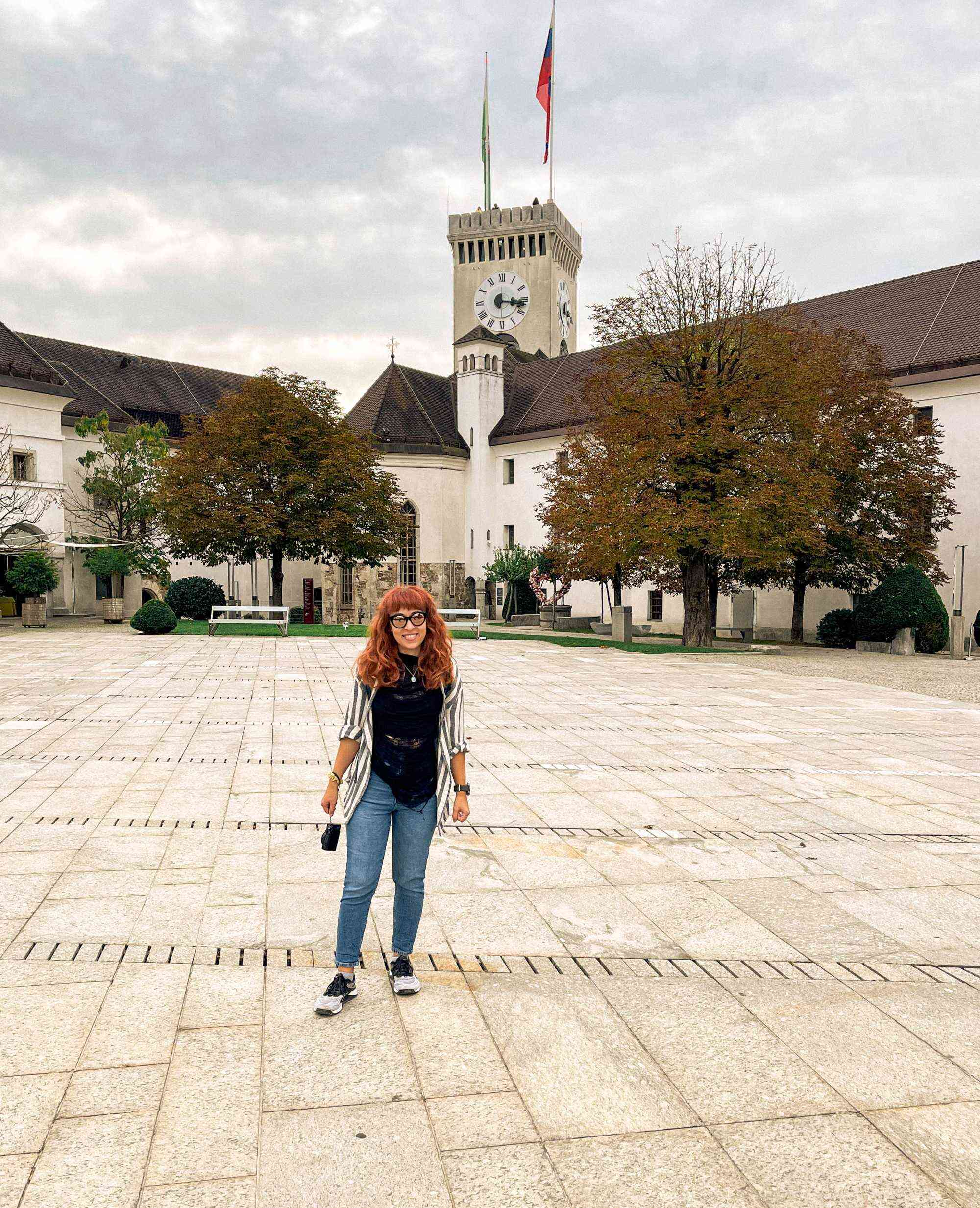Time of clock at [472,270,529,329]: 3:16
